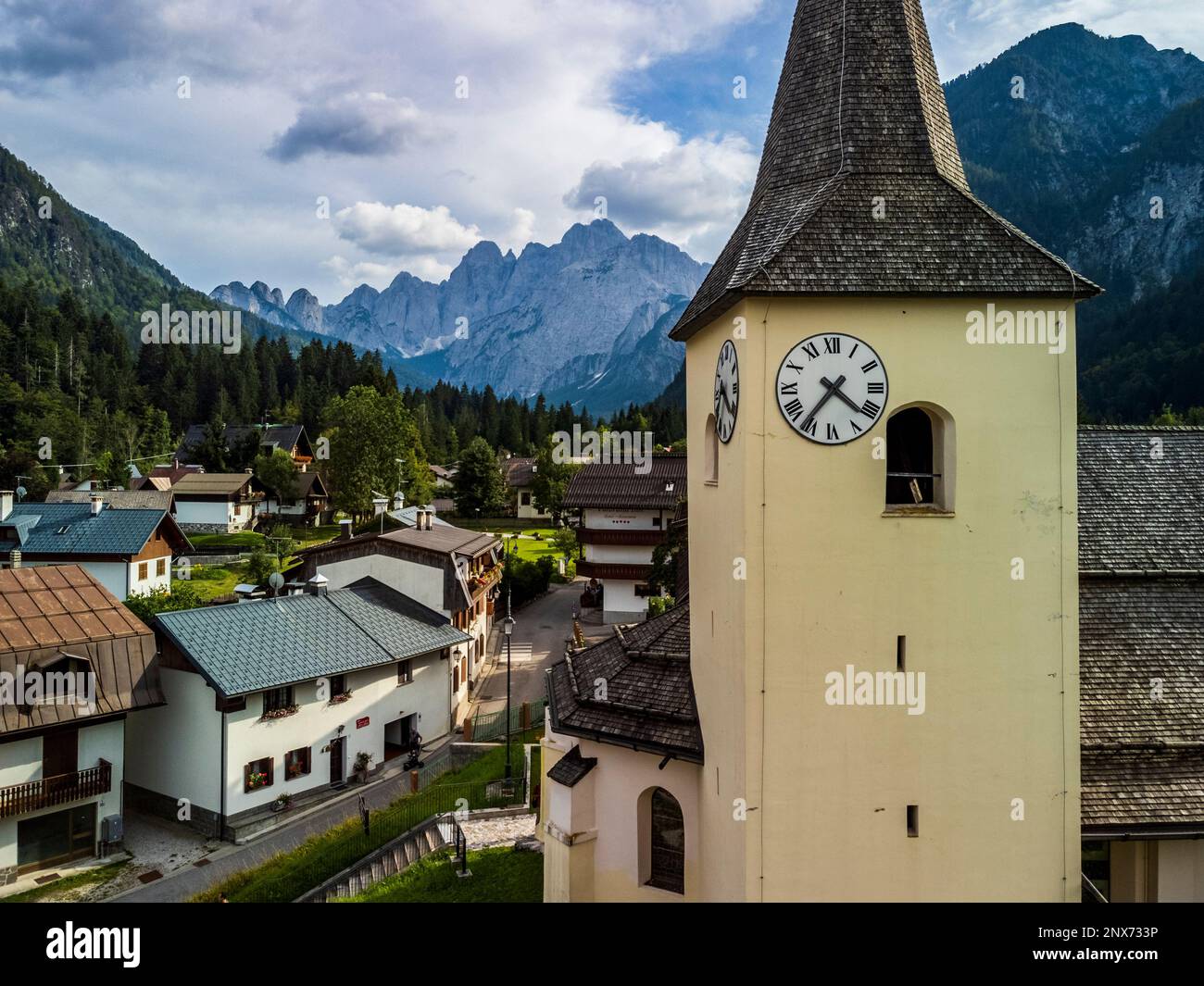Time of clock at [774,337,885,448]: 7:21
